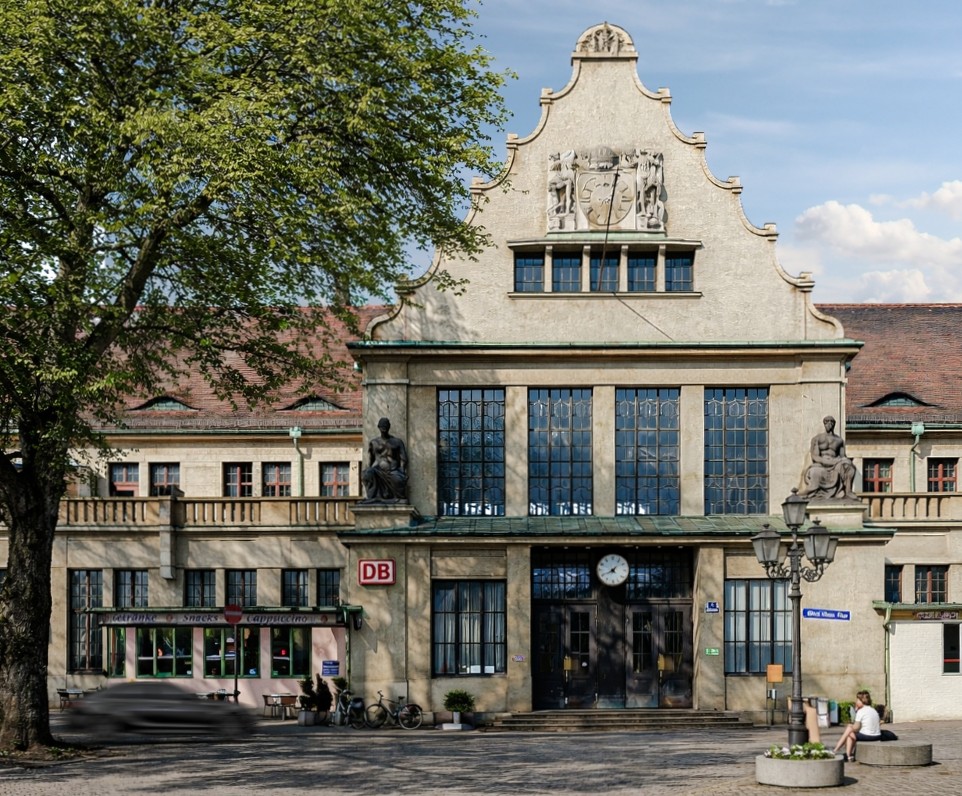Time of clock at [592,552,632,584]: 8:06
